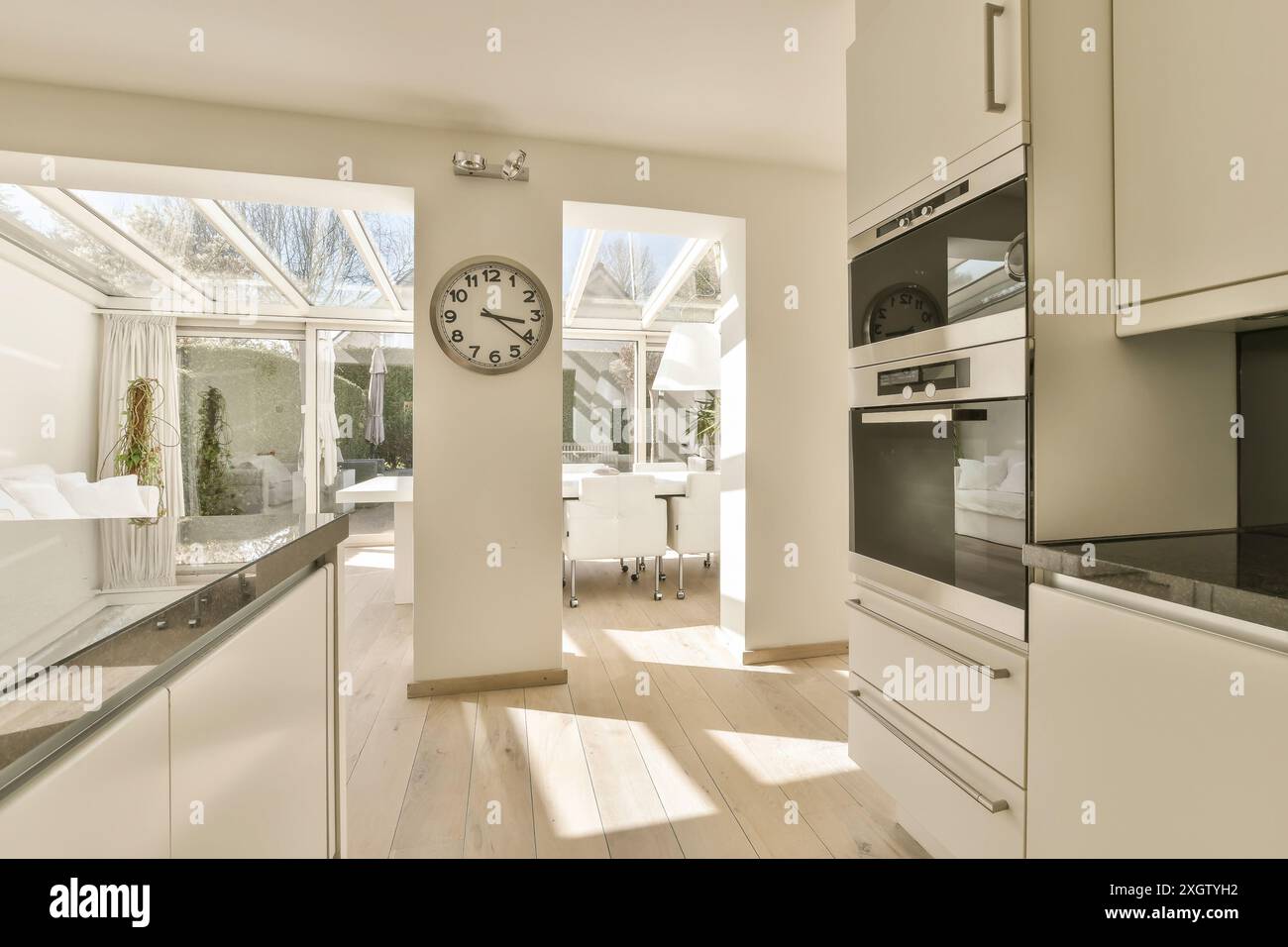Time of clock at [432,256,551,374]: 3:21
